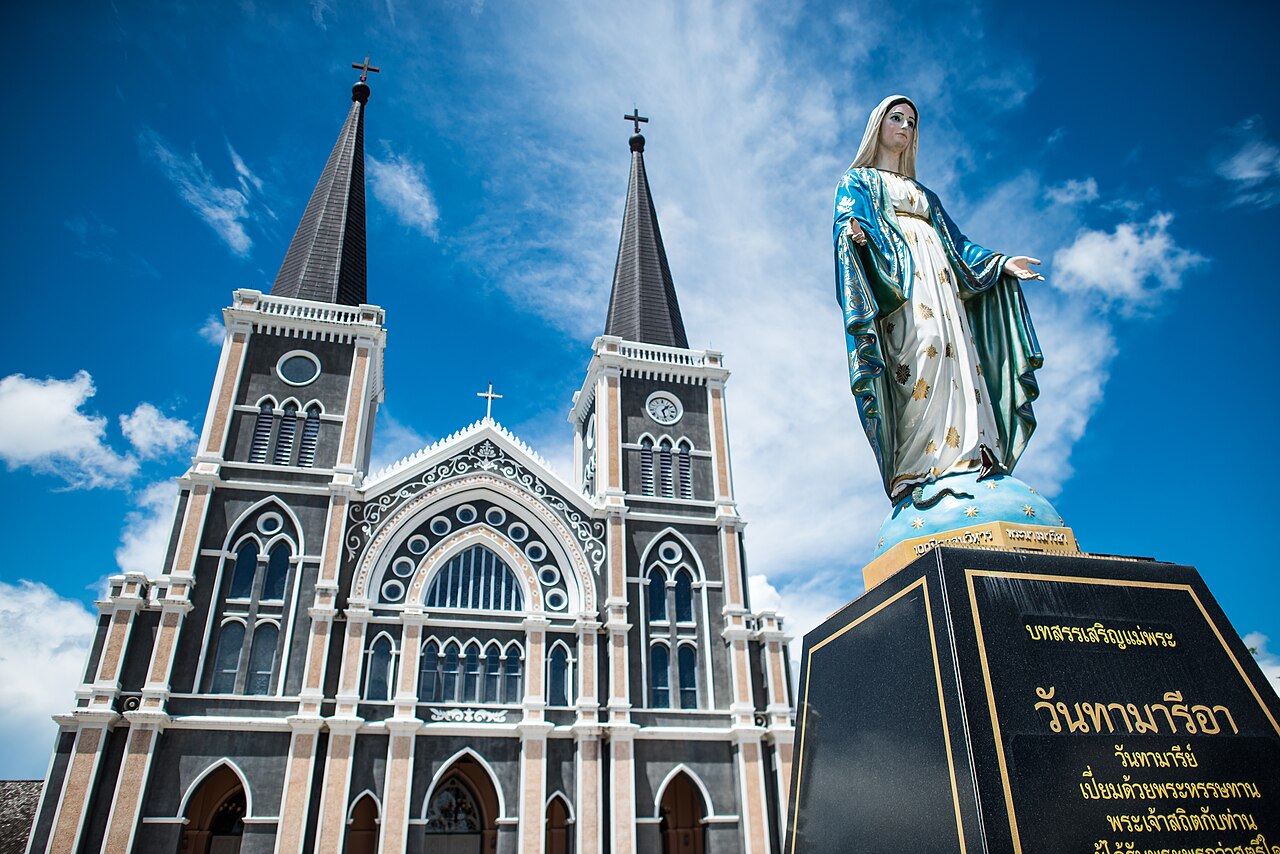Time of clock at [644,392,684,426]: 1:27
